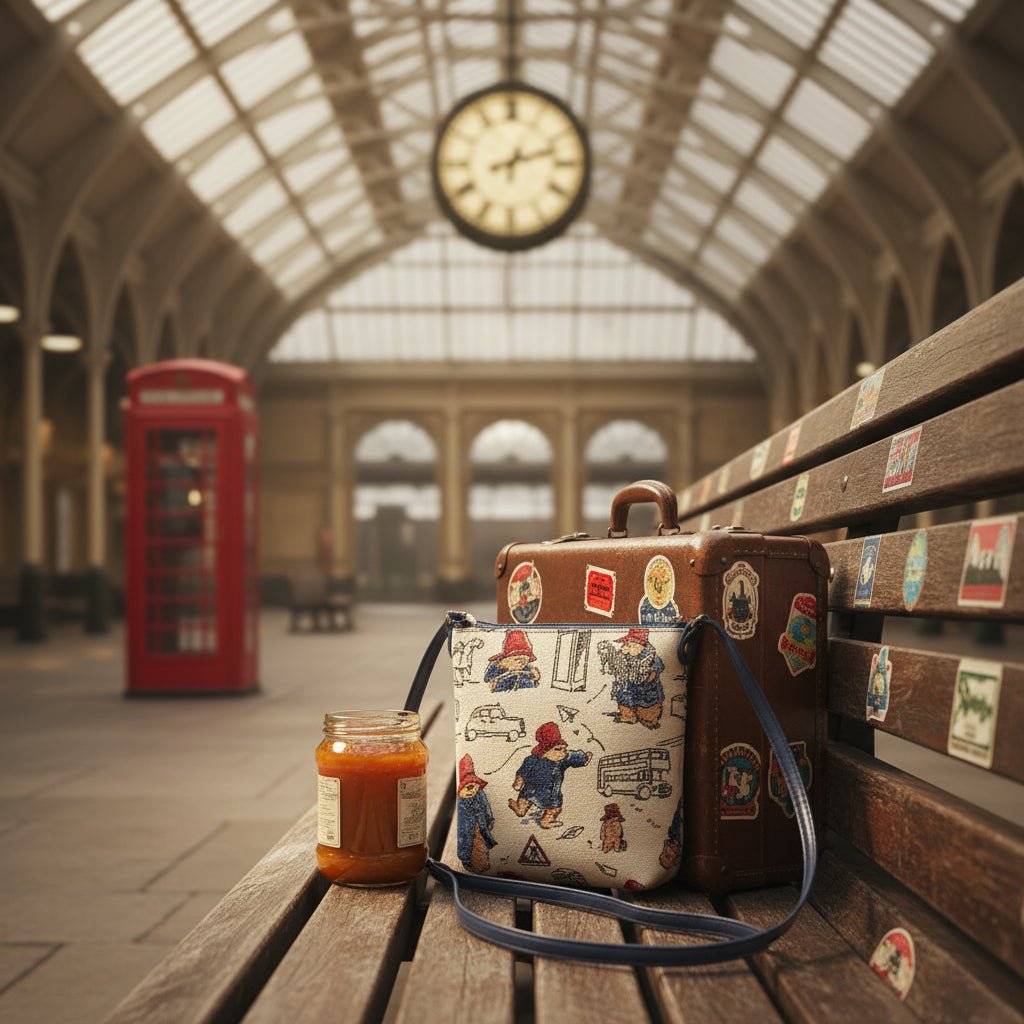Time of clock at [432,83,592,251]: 8:12
